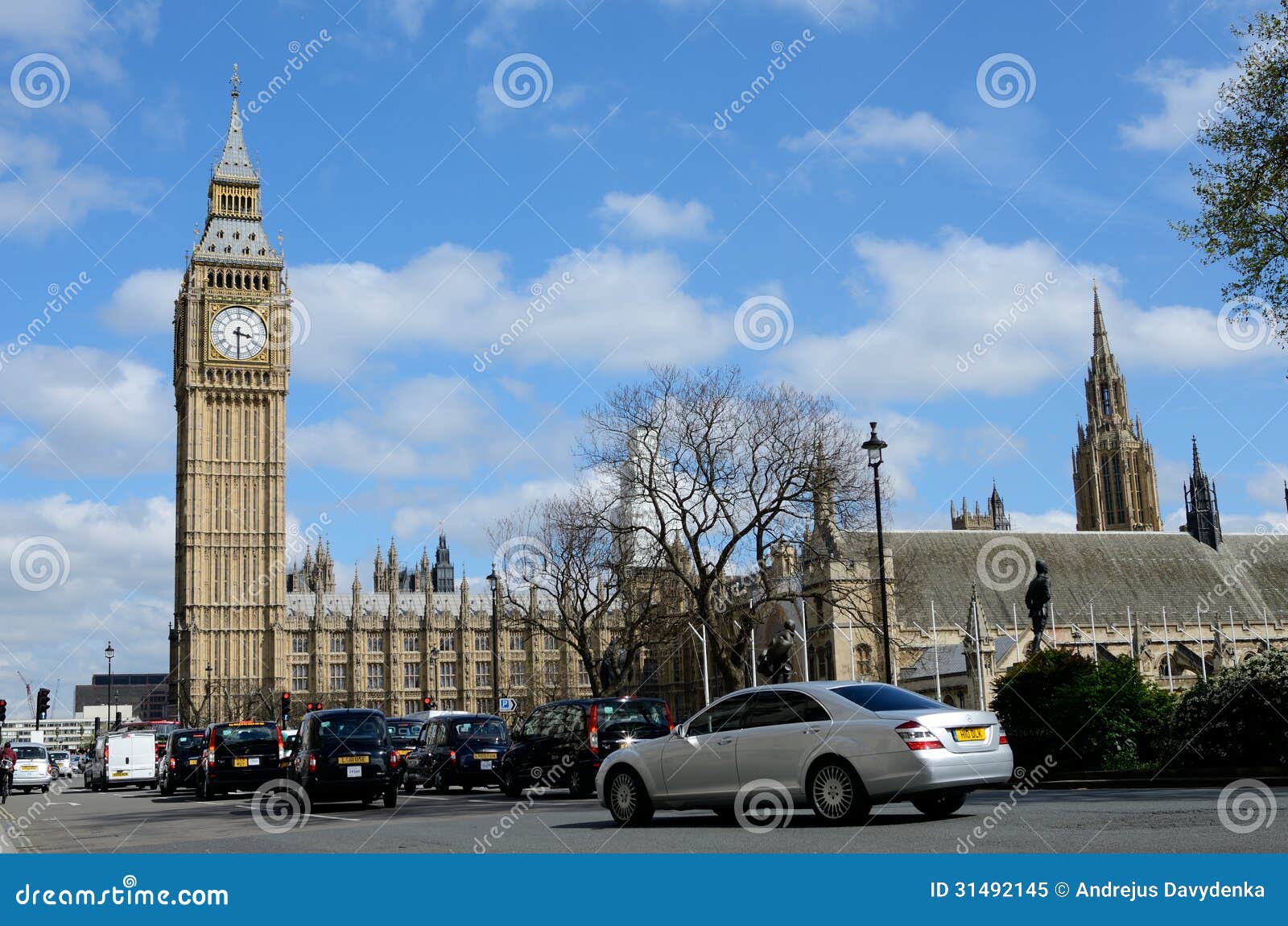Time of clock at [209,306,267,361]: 3:29
